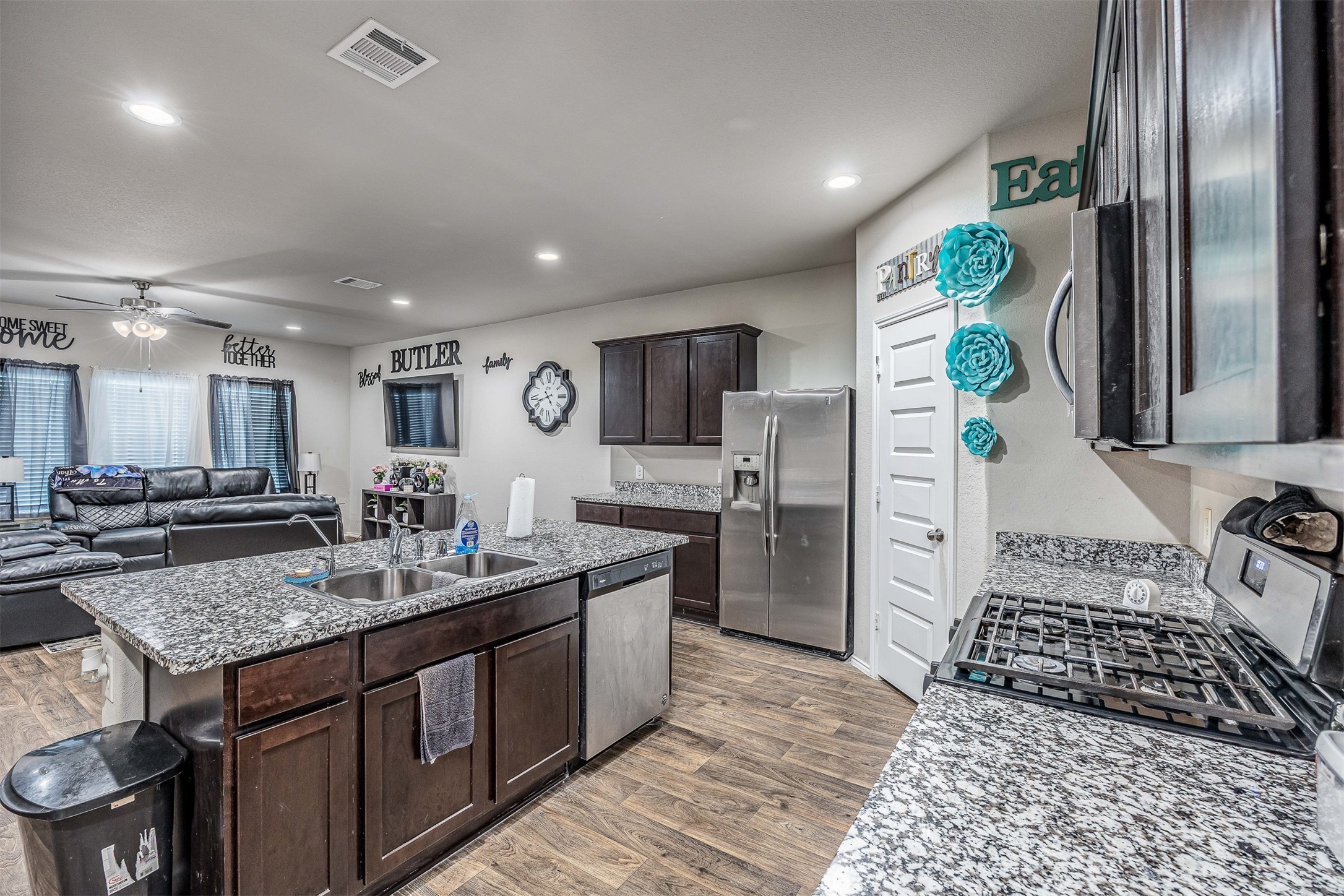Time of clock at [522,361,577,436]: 4:42
